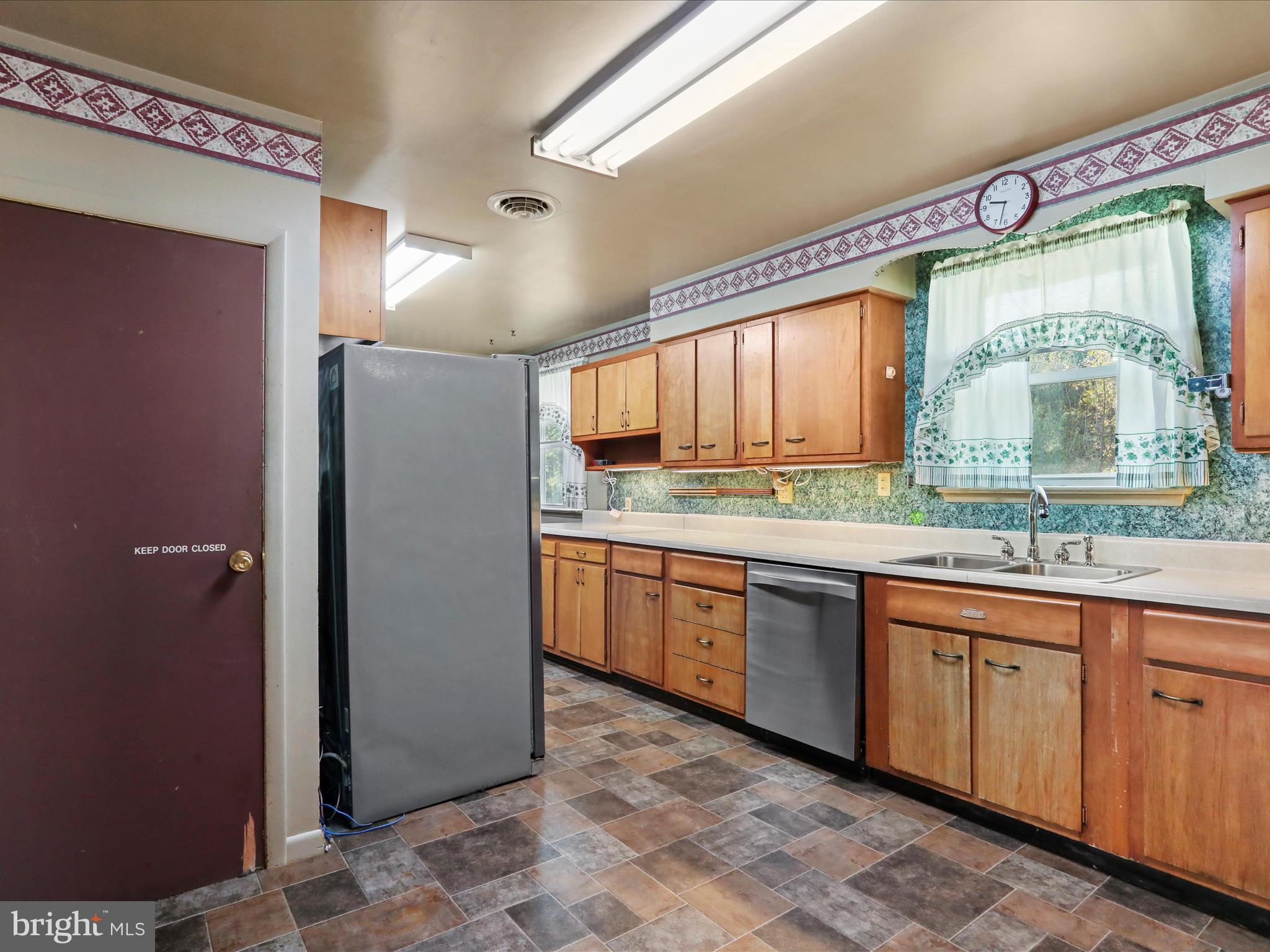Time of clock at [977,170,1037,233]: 9:32
